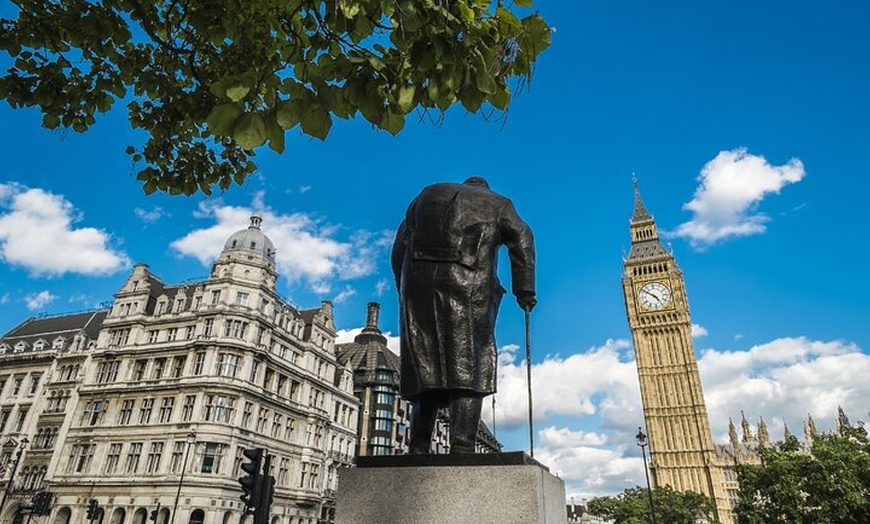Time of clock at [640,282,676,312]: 4:50
